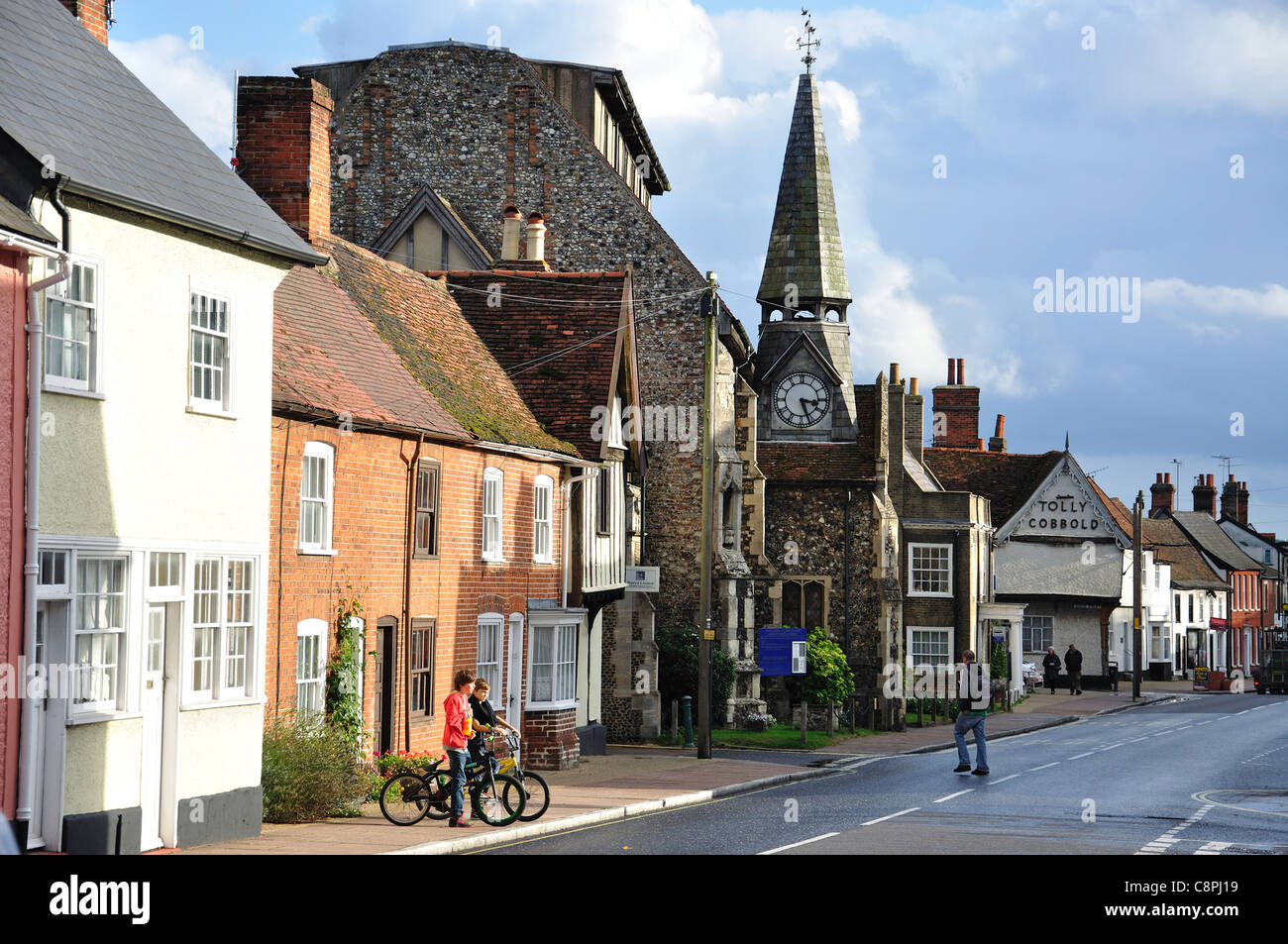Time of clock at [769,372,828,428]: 3:26
